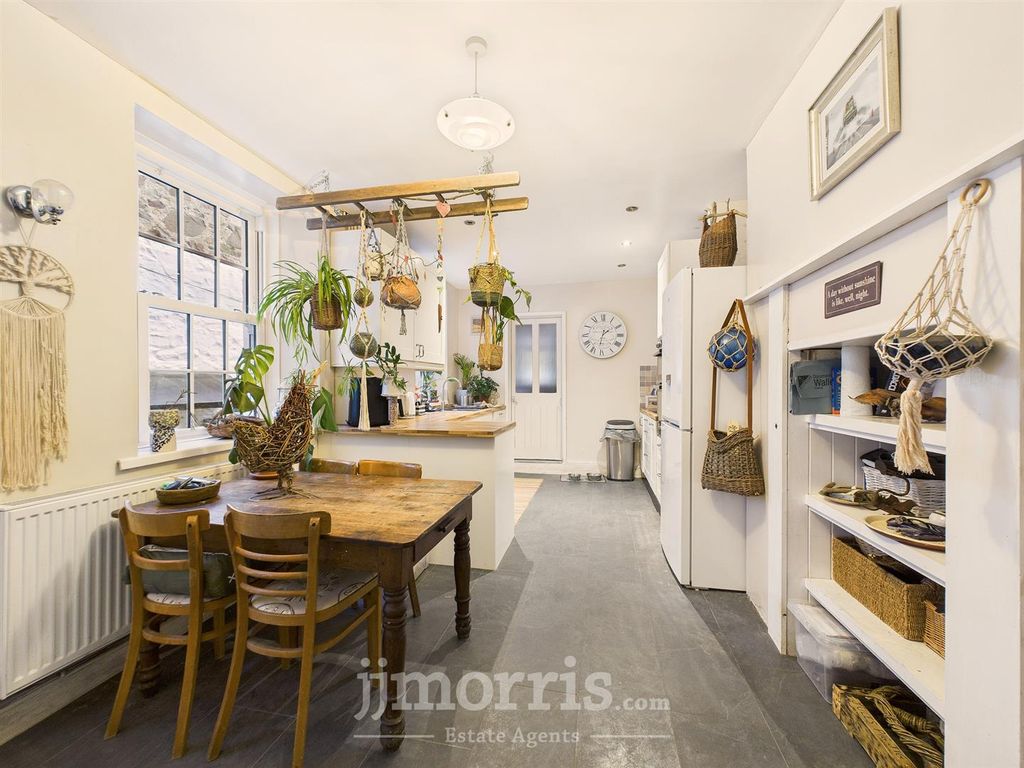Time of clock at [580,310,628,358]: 1:32
